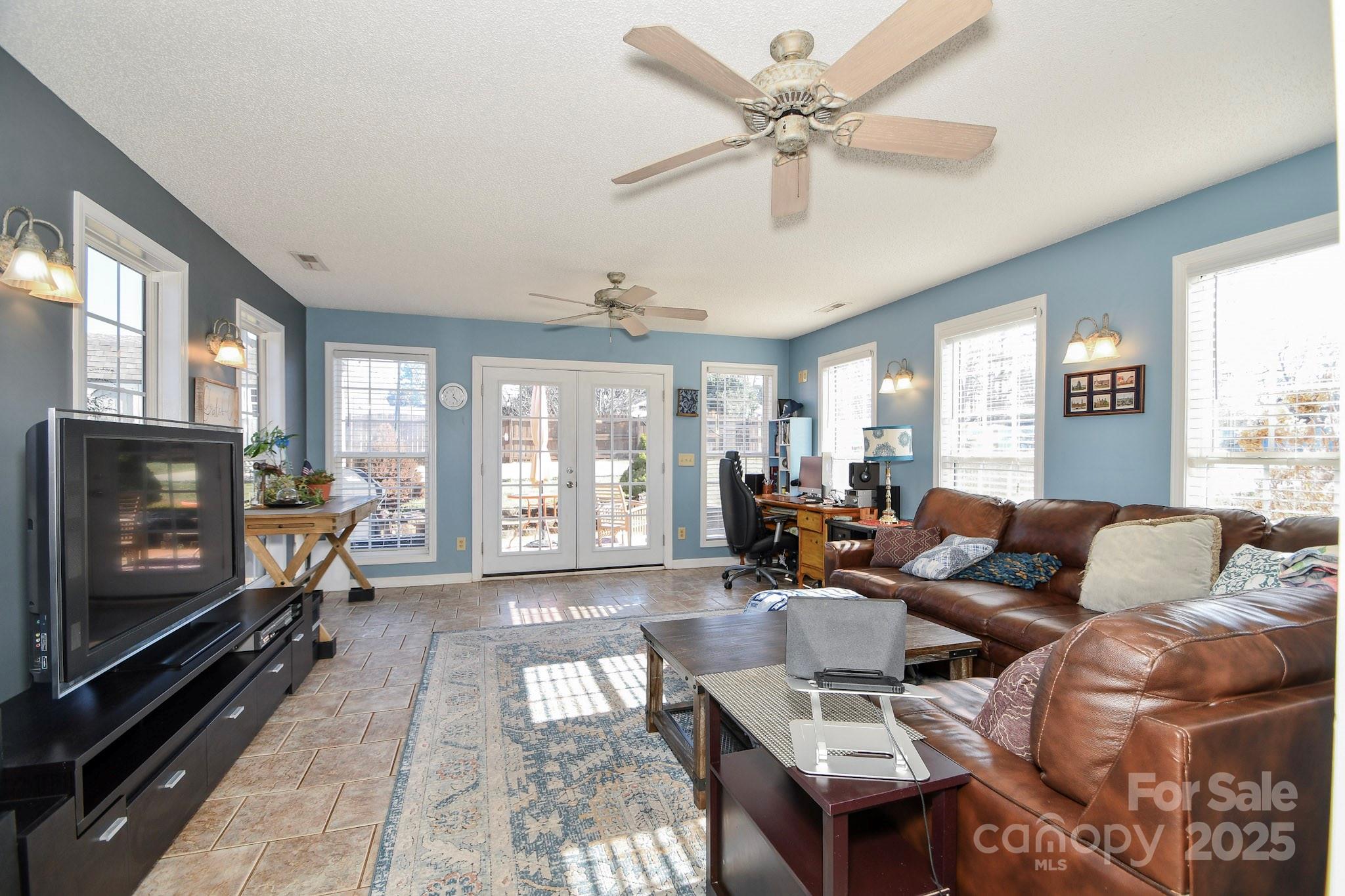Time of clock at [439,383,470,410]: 12:23
